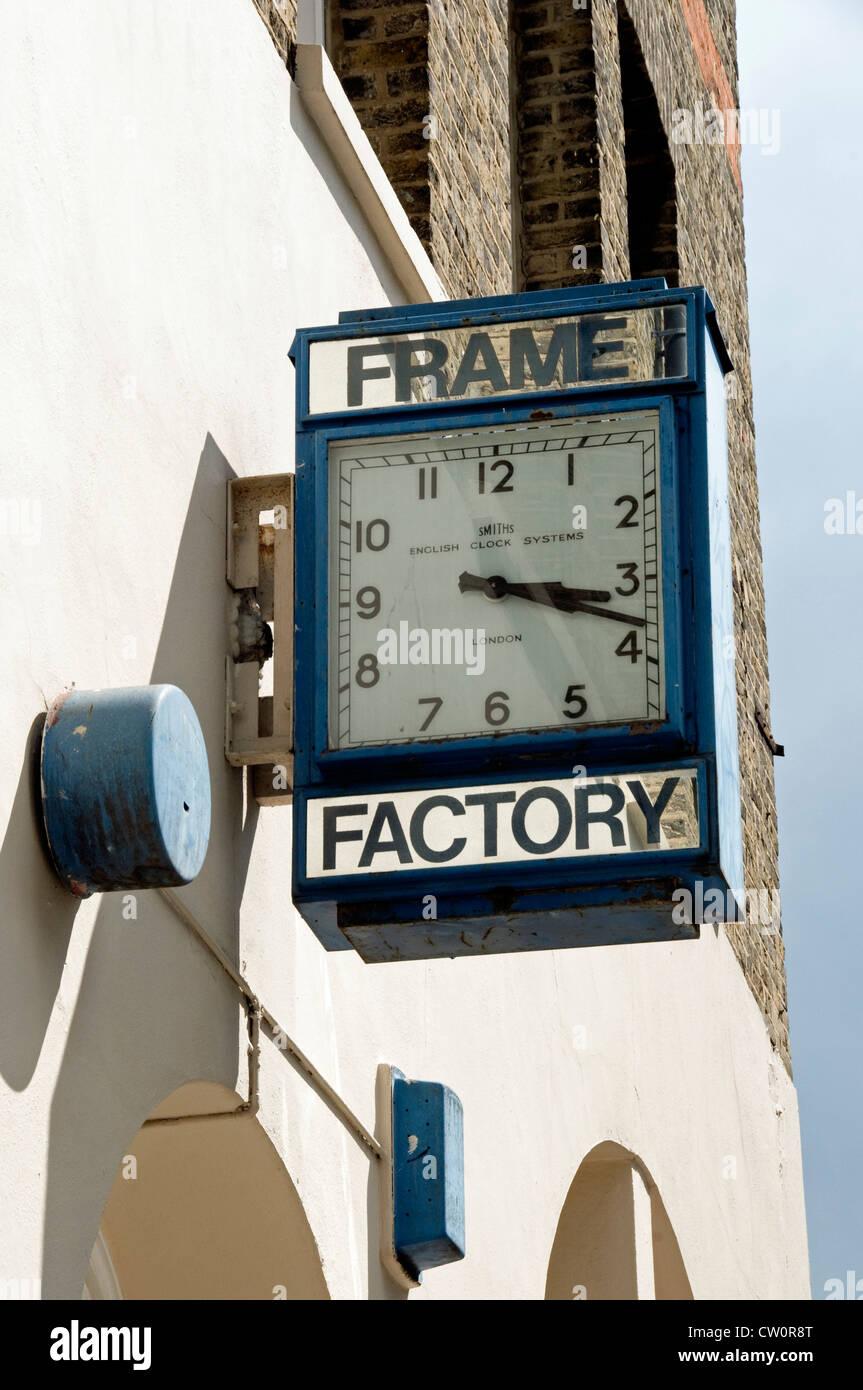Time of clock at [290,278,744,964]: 3:17
